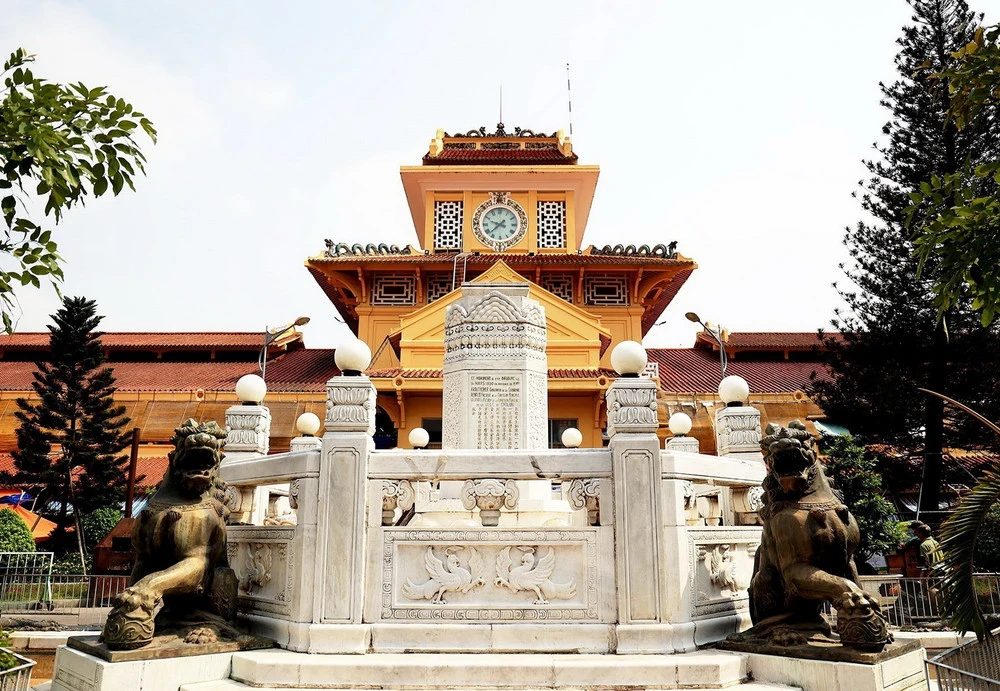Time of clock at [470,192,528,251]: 9:38
